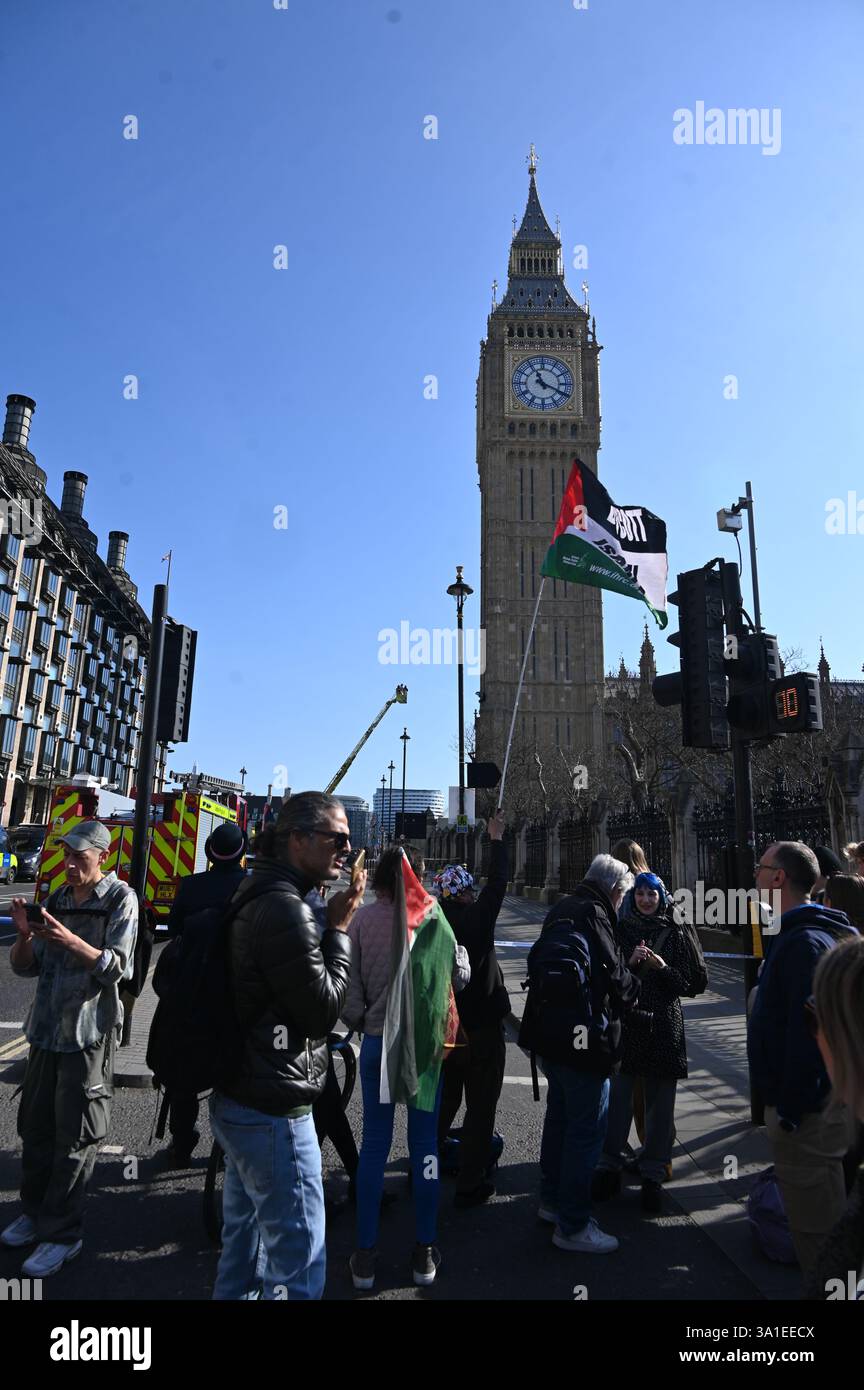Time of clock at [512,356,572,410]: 11:19
